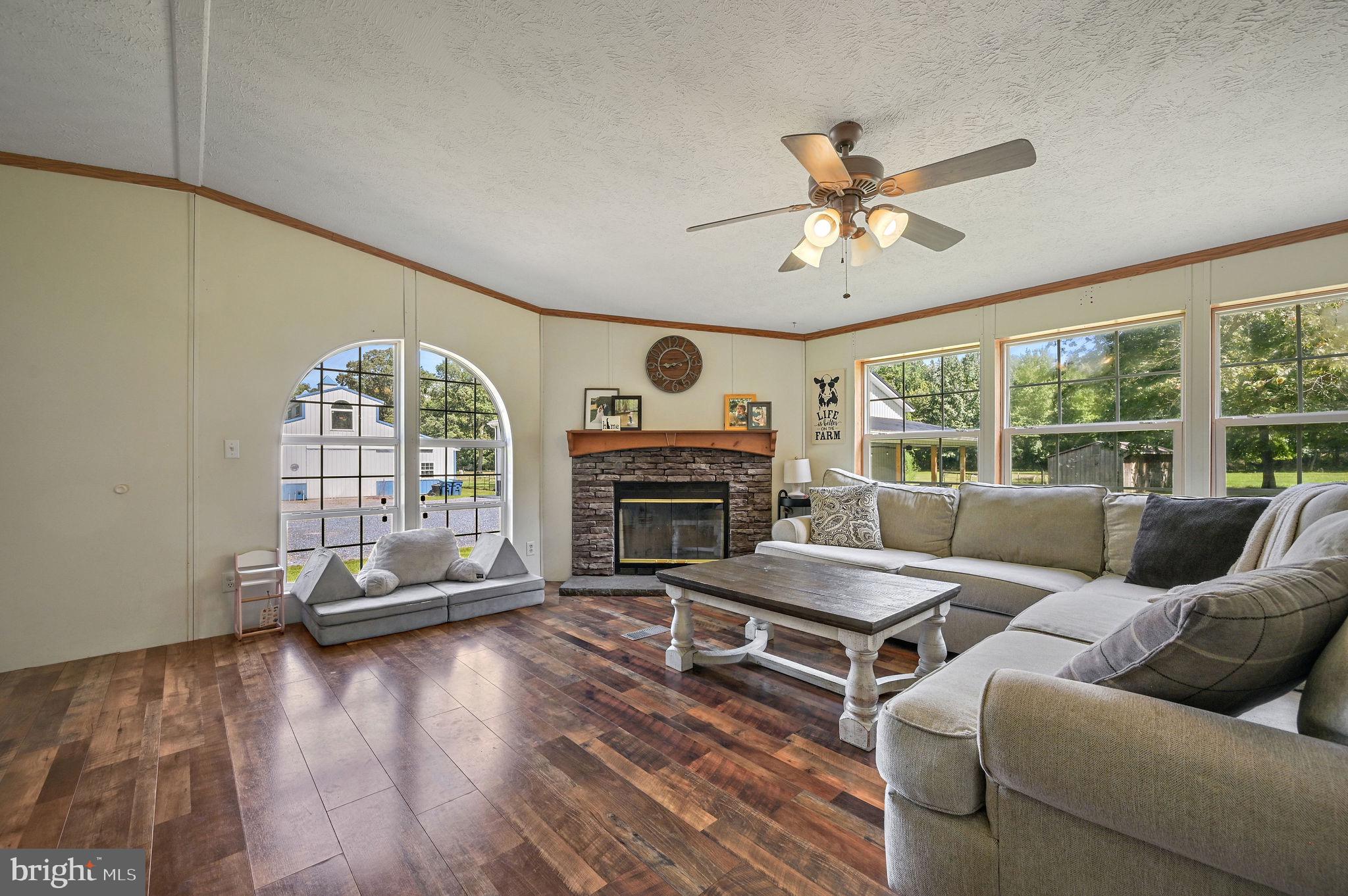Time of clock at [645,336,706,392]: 9:12
